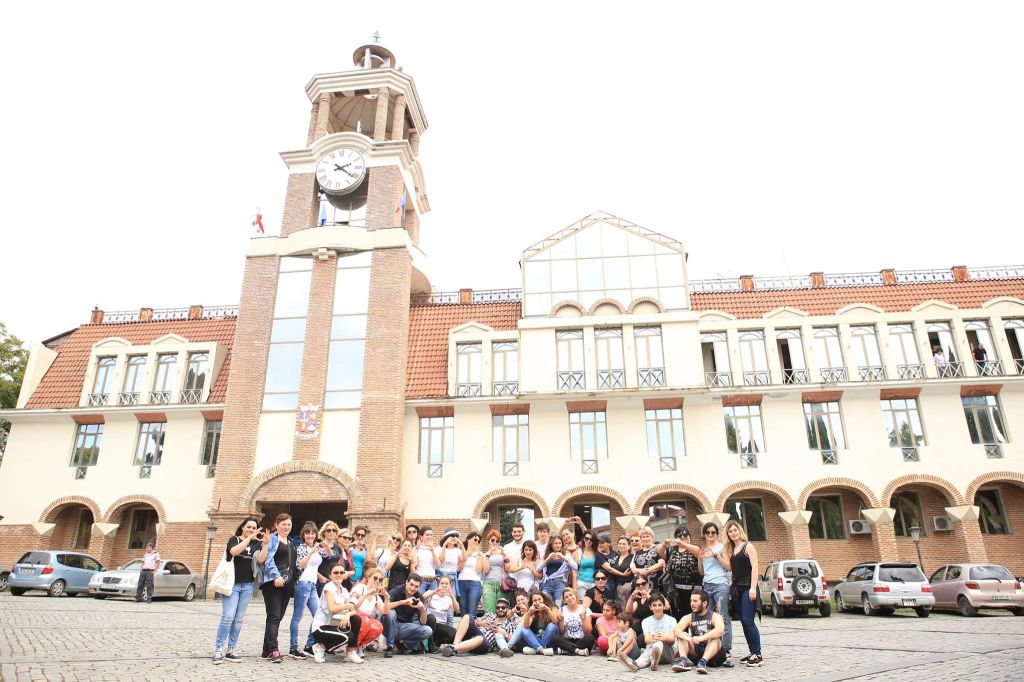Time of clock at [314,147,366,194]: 2:21
